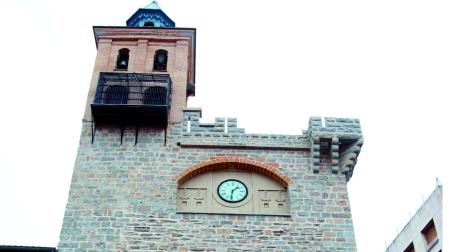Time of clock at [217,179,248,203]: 1:31
